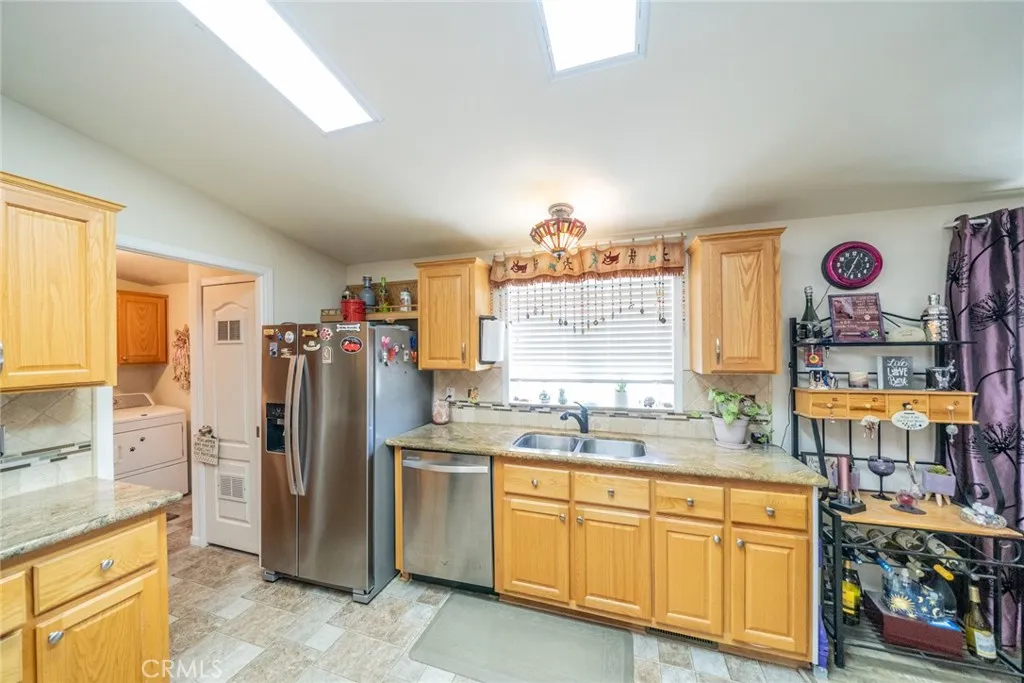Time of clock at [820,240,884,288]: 12:32
